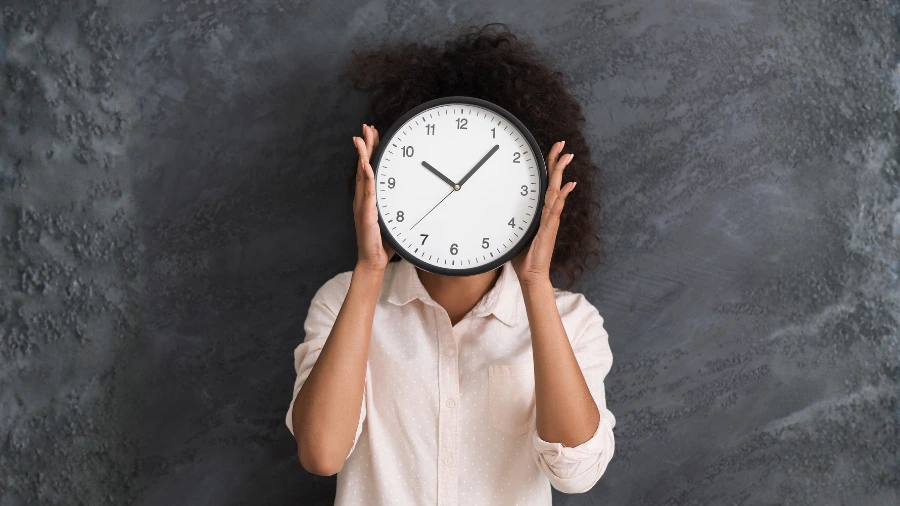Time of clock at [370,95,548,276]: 10:07
